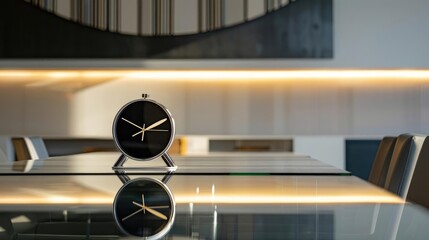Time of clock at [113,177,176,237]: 3:40
